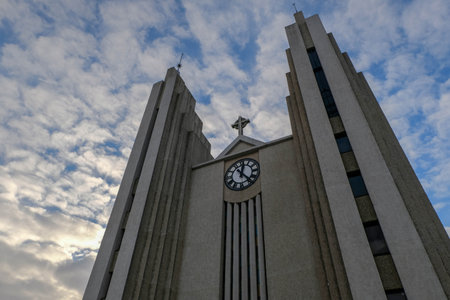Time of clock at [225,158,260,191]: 12:22
